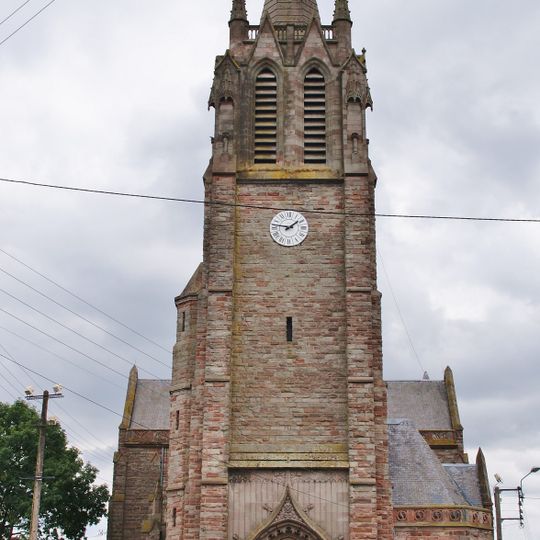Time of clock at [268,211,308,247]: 1:46
